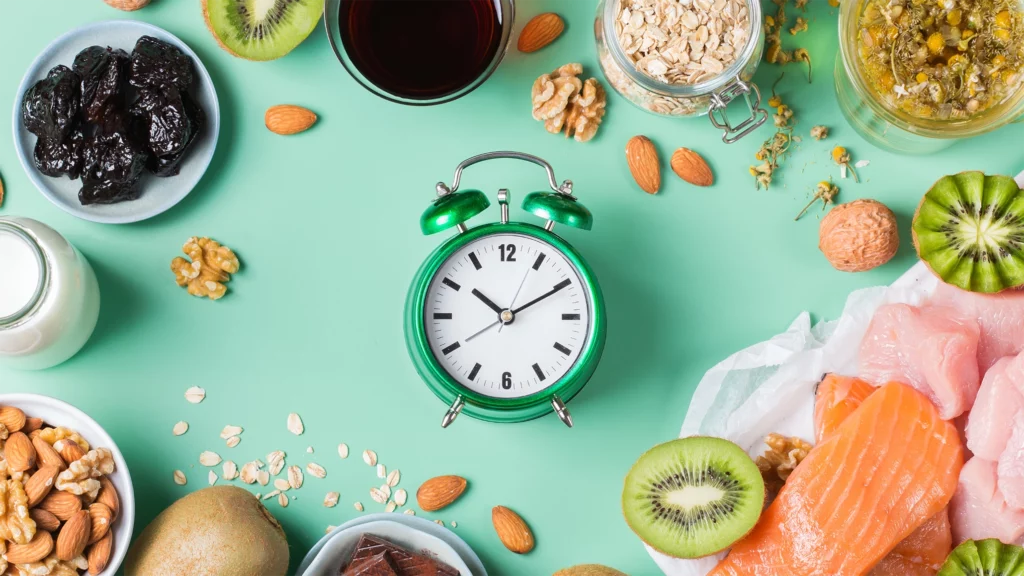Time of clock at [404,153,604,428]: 10:10
